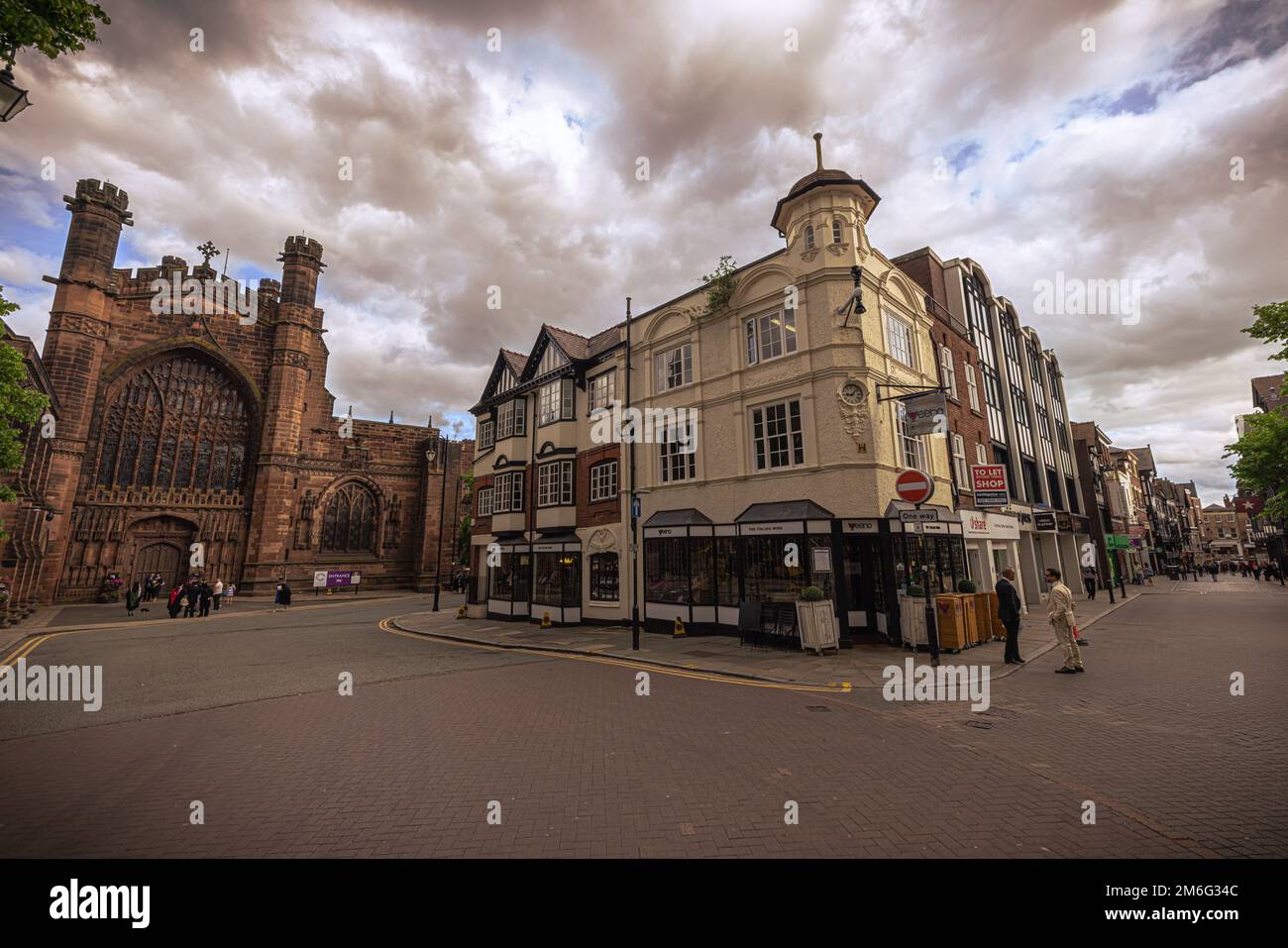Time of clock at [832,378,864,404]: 9:07
